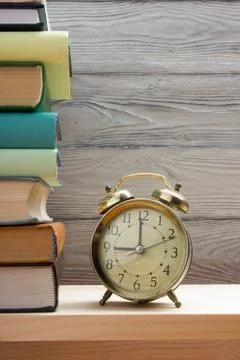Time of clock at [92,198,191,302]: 8:59
